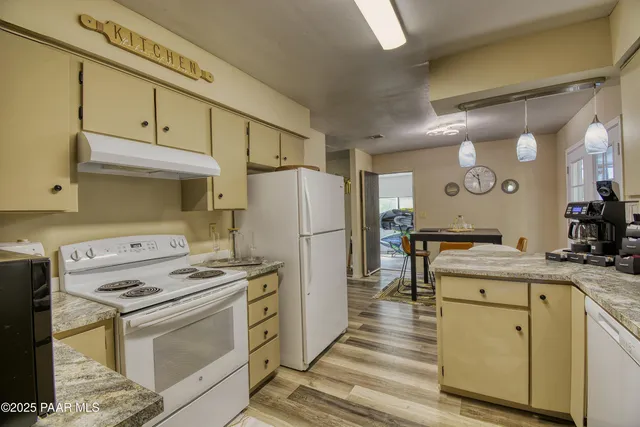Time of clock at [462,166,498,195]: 10:28
